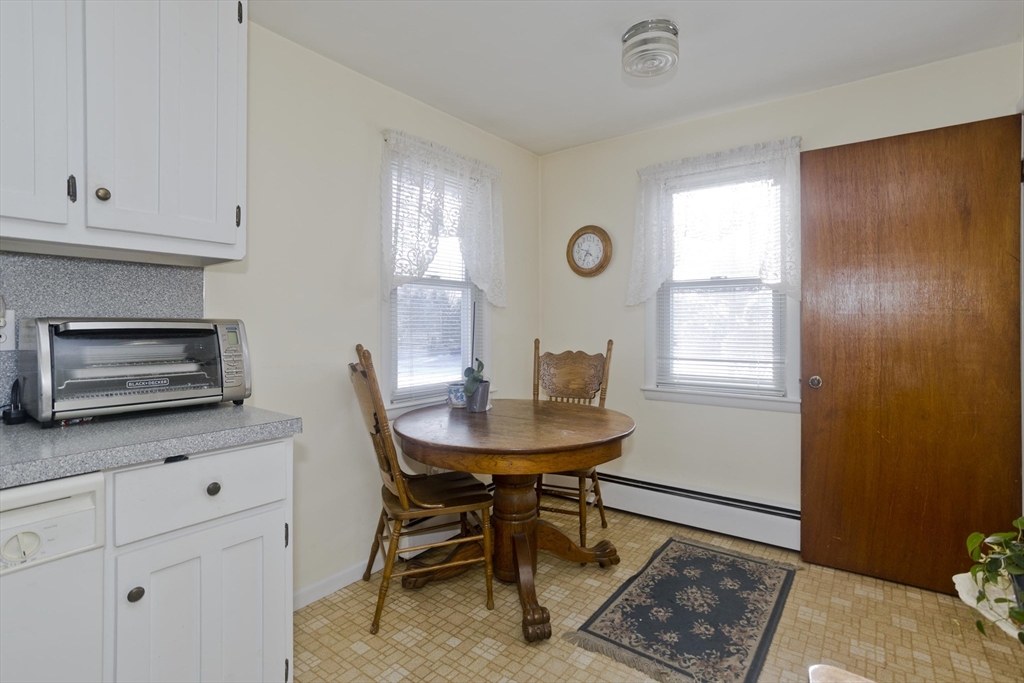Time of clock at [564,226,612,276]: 4:35
